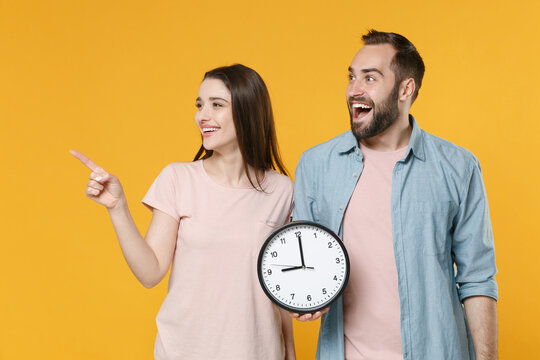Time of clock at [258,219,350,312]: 9:00
